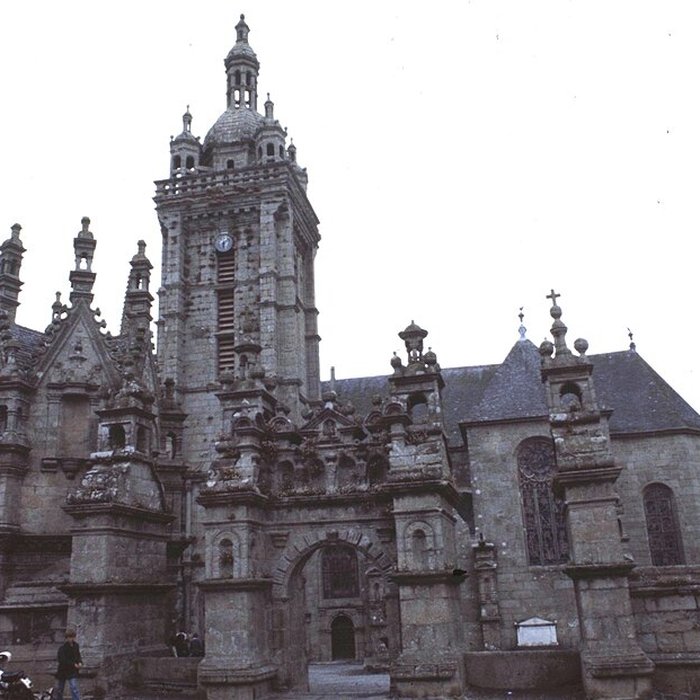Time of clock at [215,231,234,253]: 6:08
